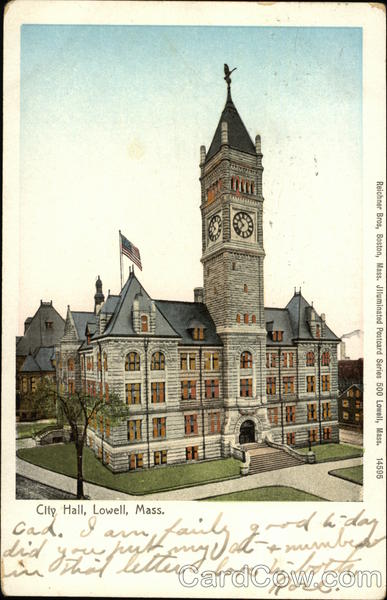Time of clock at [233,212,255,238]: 10:36
